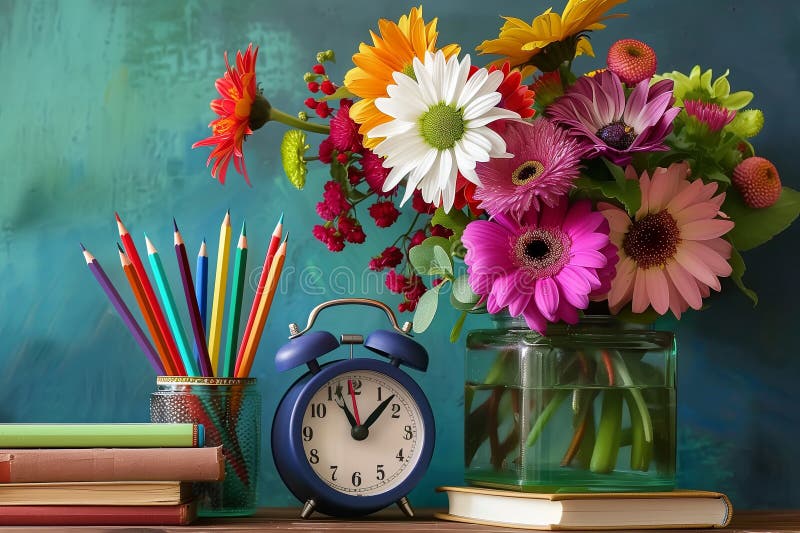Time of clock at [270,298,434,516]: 11:07
